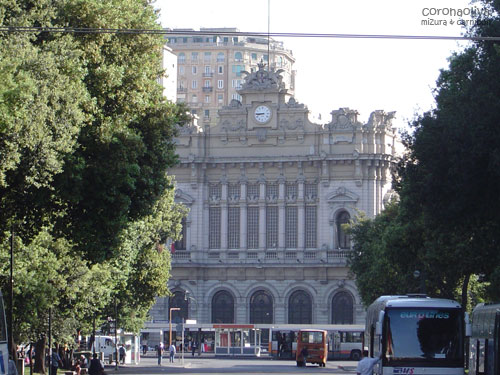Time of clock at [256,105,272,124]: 8:45
